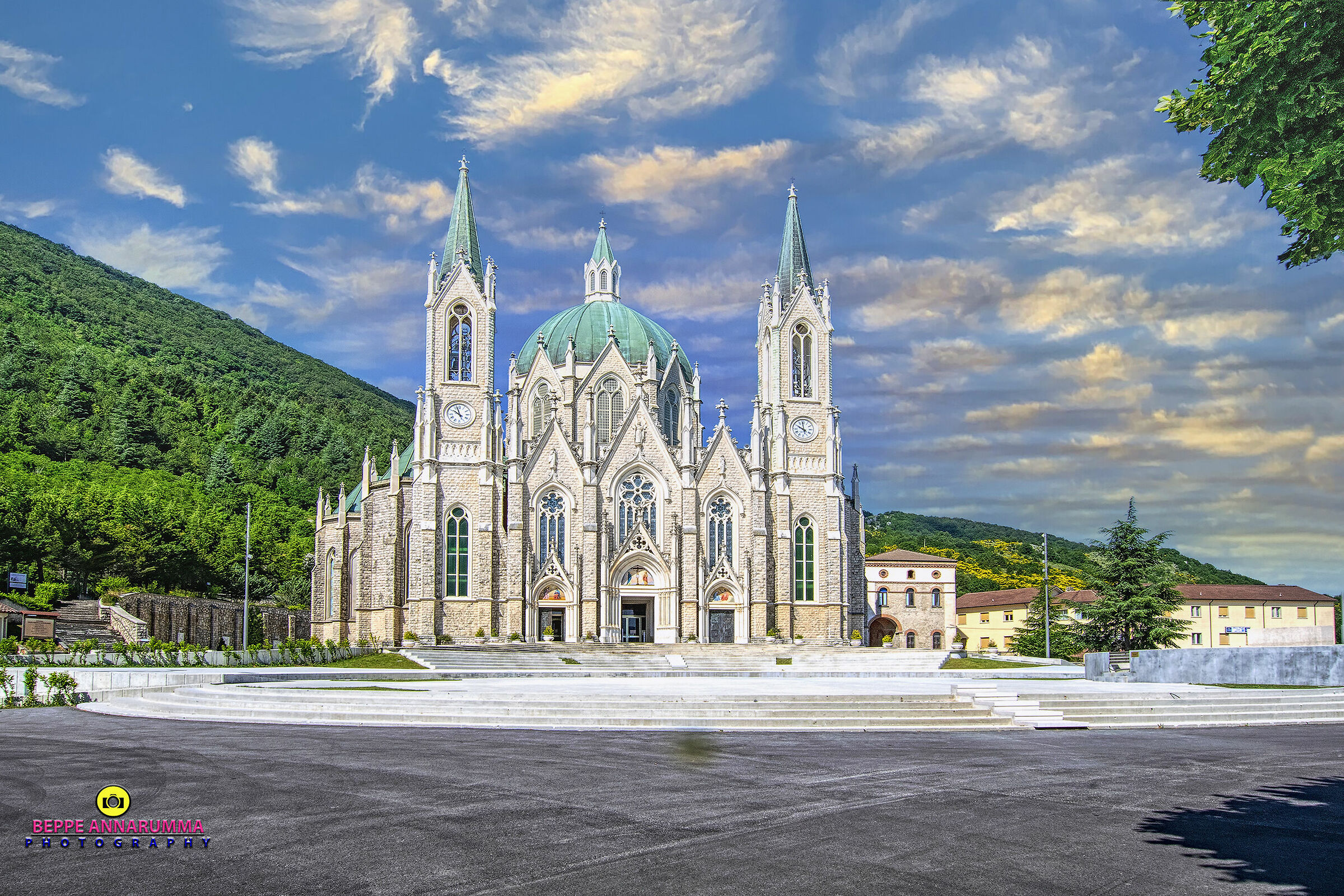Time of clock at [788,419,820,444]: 9:58
